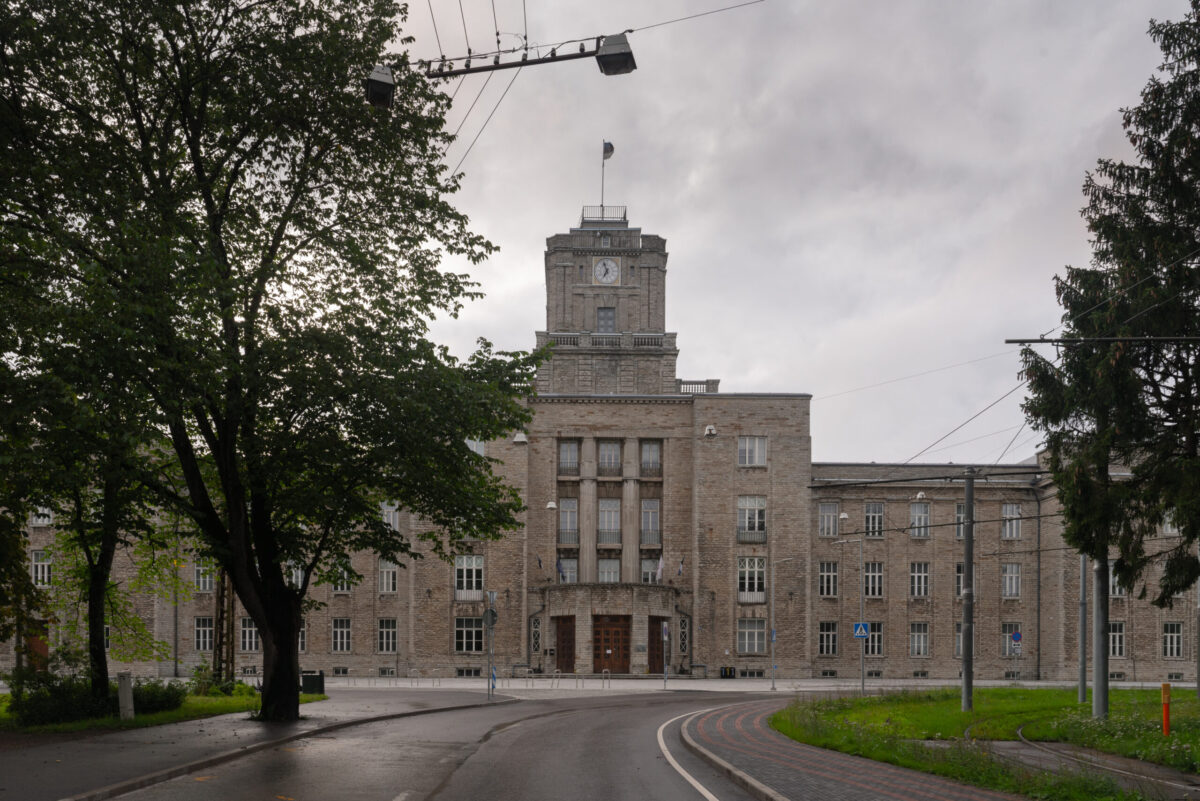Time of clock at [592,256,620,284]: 6:56
